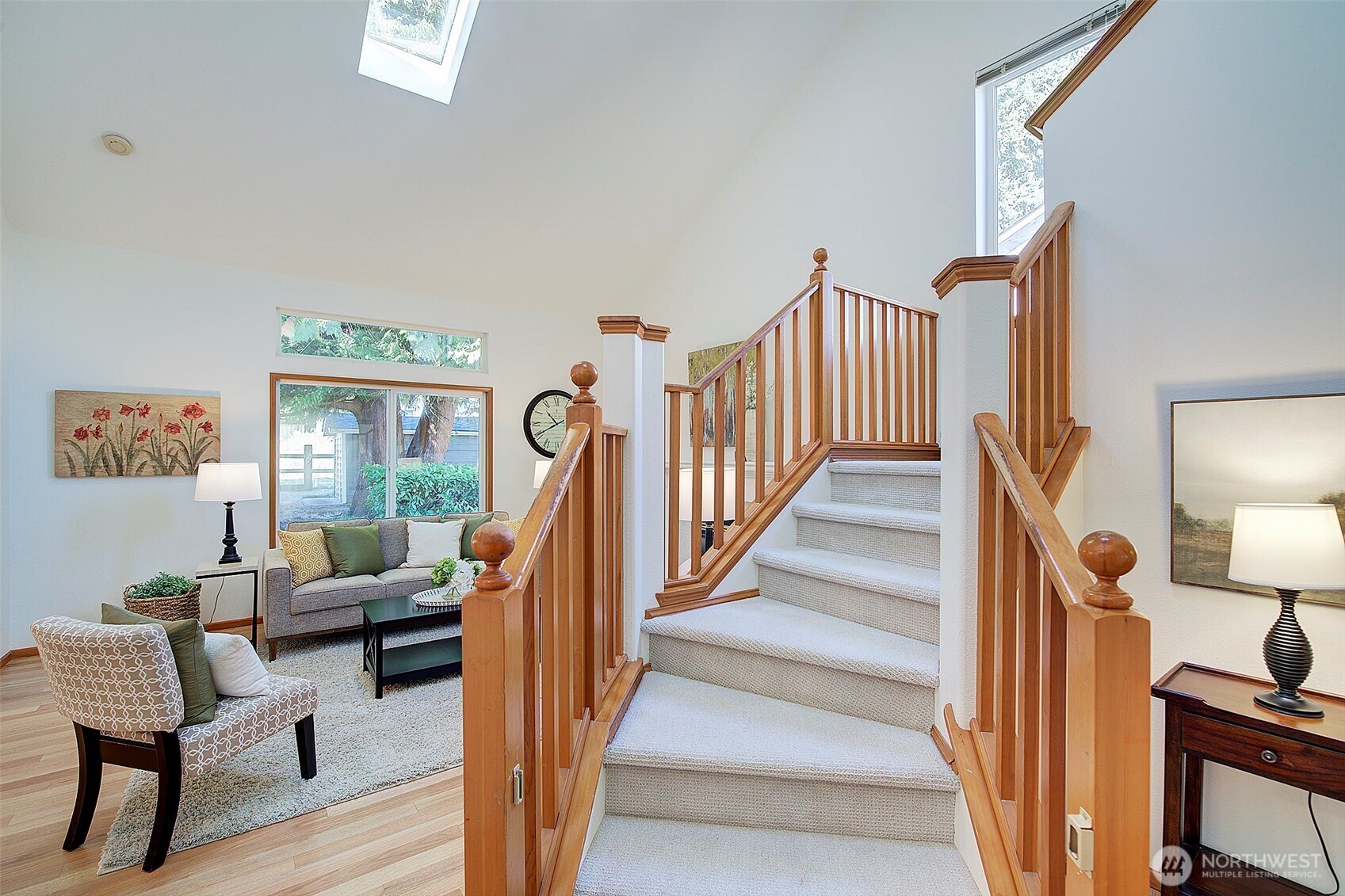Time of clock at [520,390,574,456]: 10:40
